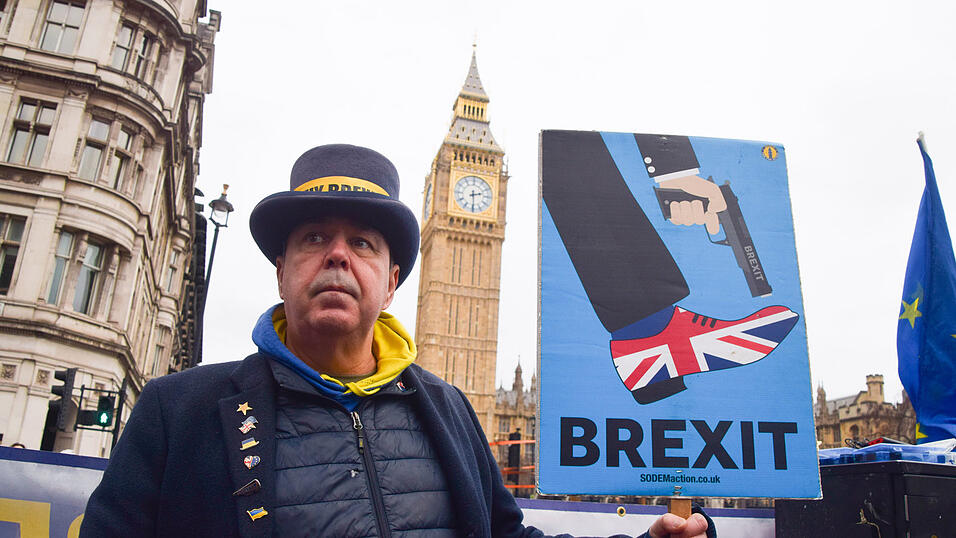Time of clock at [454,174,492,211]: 2:29
